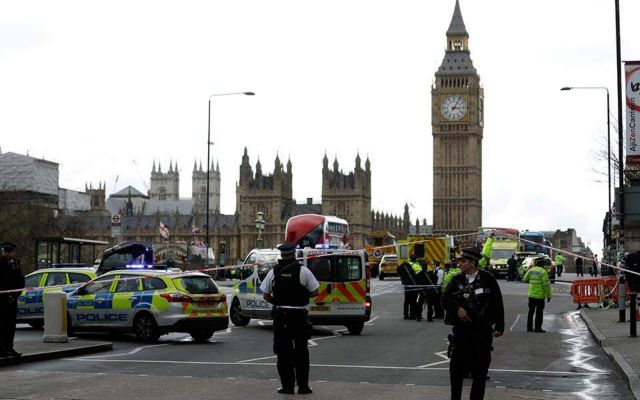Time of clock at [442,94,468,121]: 3:05
